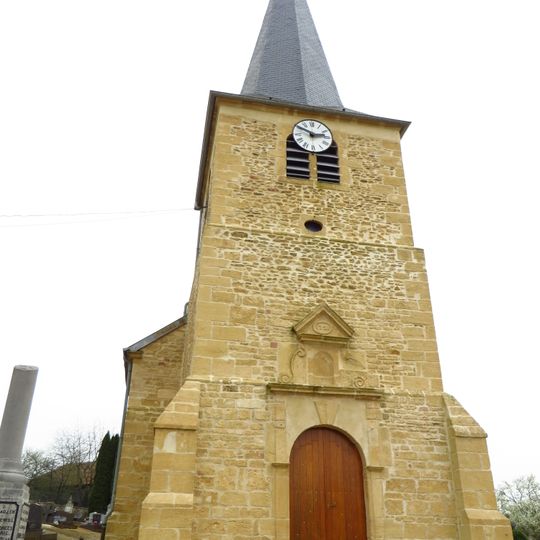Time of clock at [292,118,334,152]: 2:49
